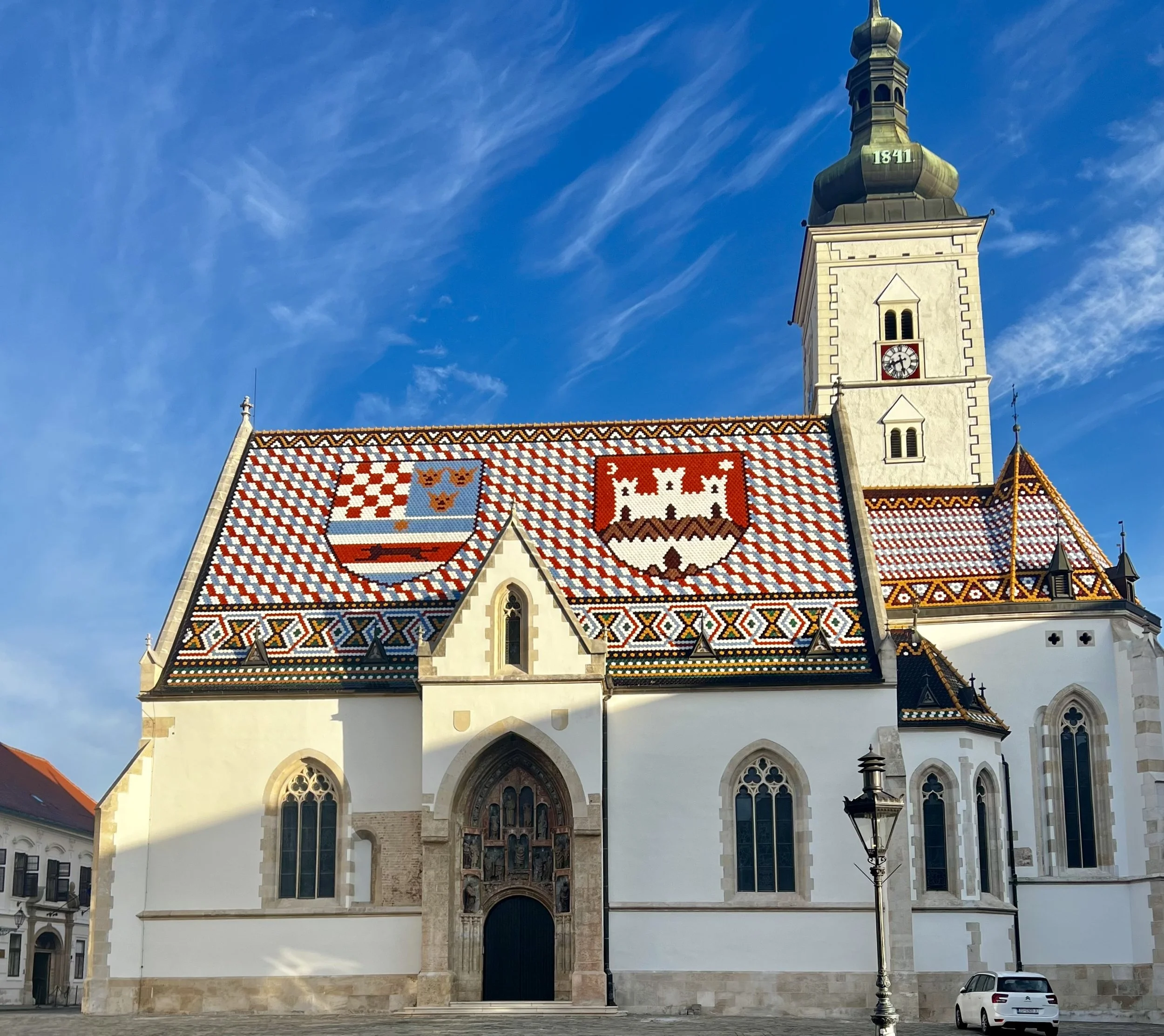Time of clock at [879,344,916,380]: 8:27
